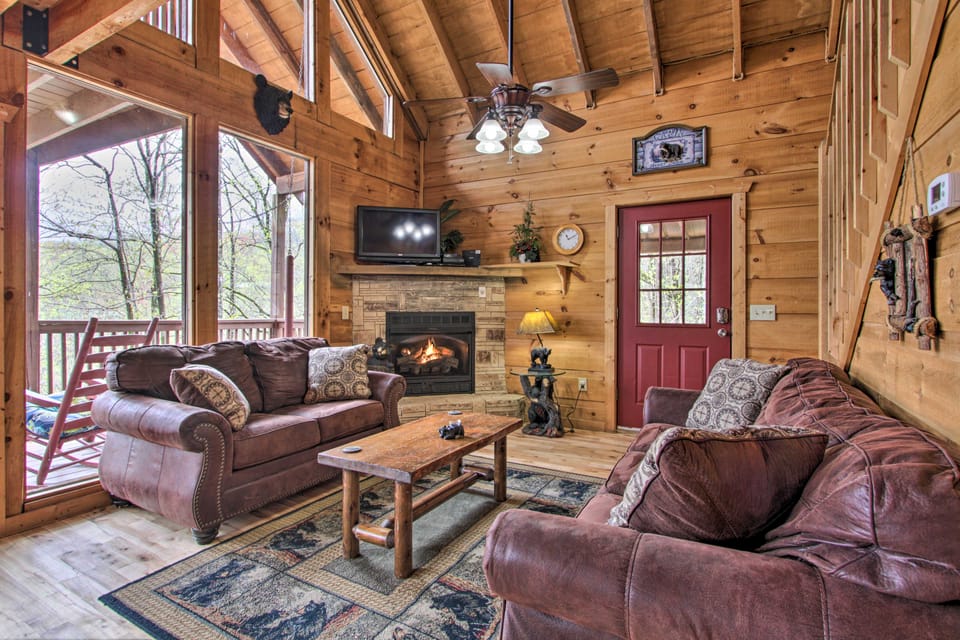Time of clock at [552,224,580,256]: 11:11
